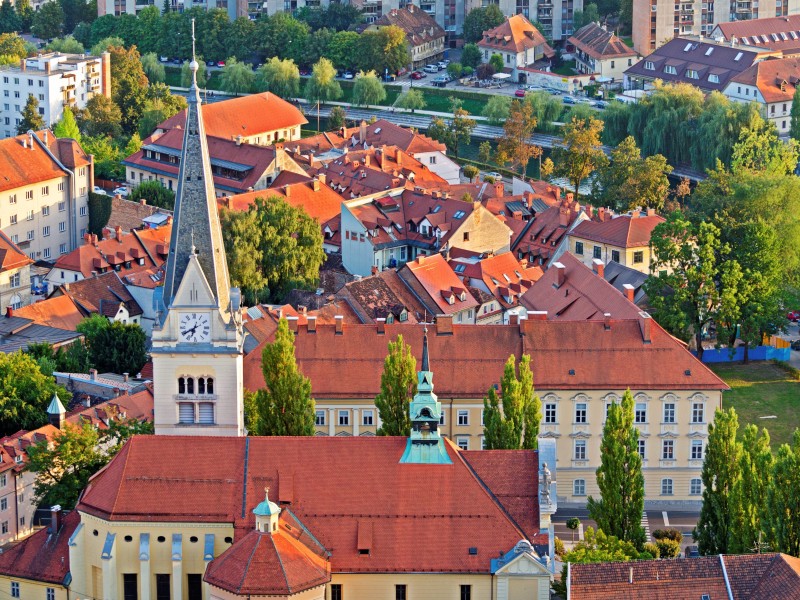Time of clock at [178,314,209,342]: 6:39
